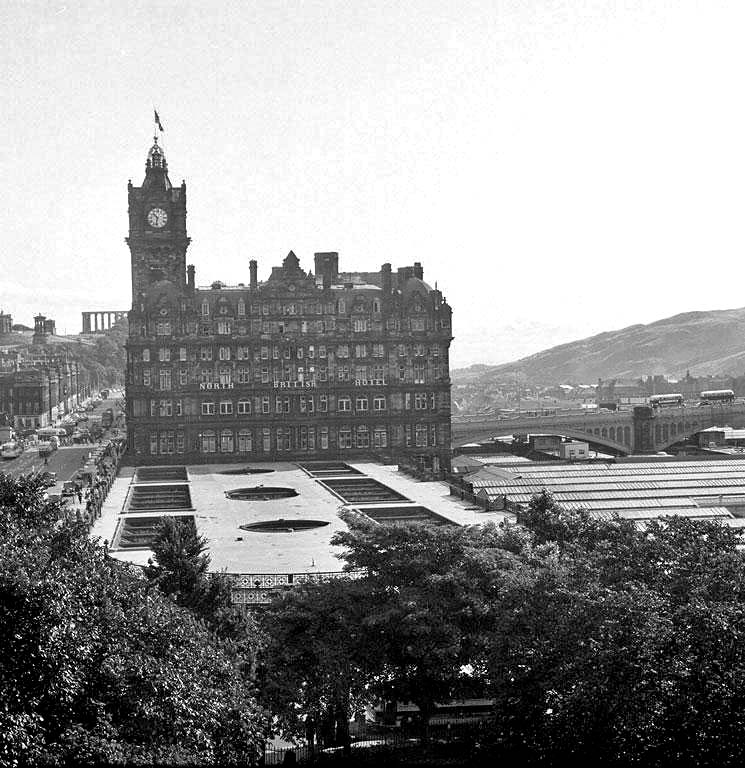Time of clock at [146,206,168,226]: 10:32
